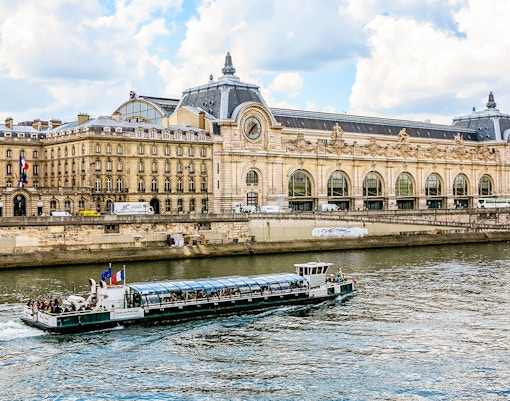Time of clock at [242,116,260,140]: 1:36
